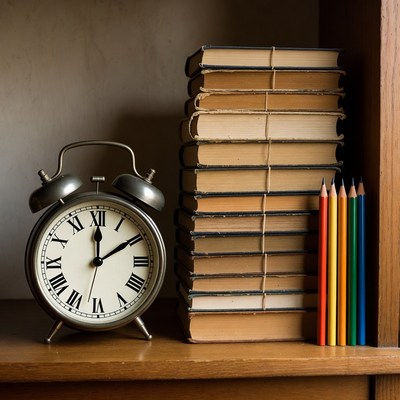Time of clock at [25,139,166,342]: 12:09
